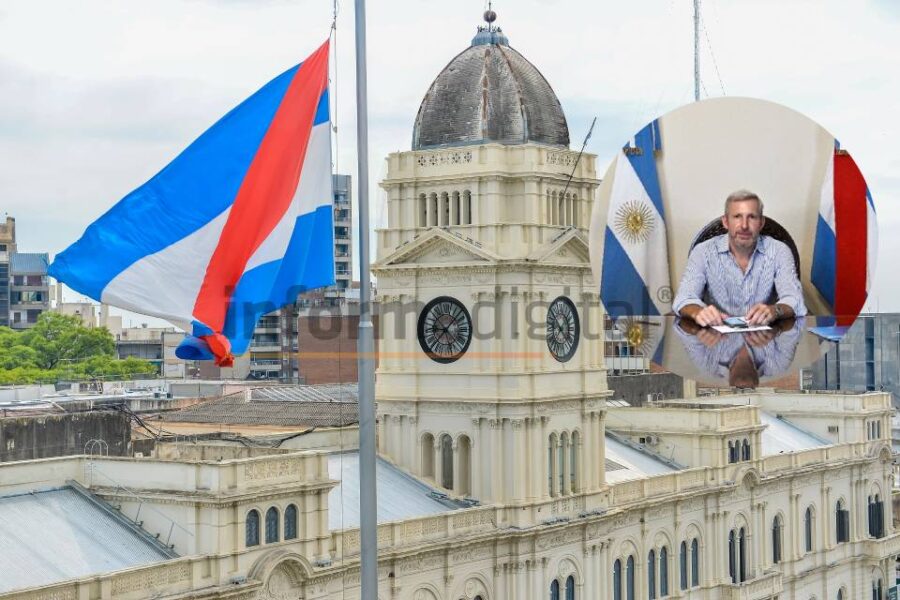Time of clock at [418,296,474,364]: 9:07
